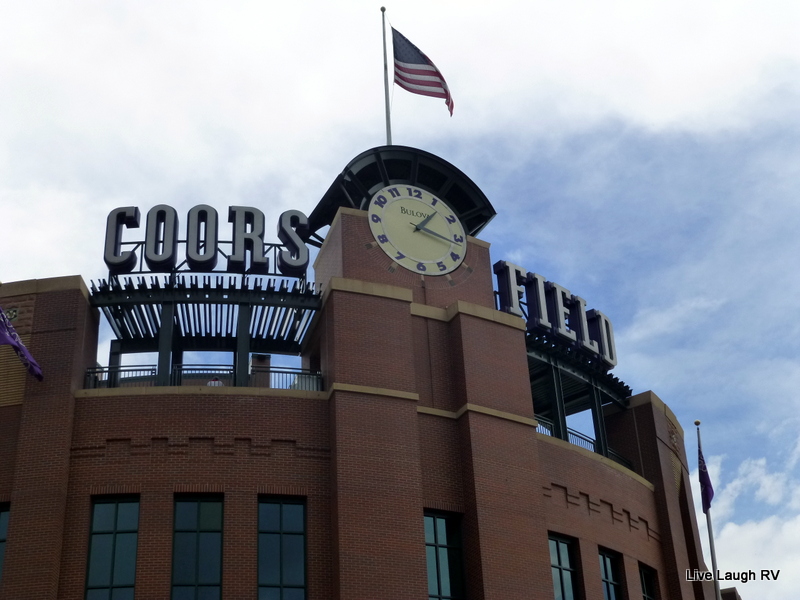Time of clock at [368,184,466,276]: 1:17
